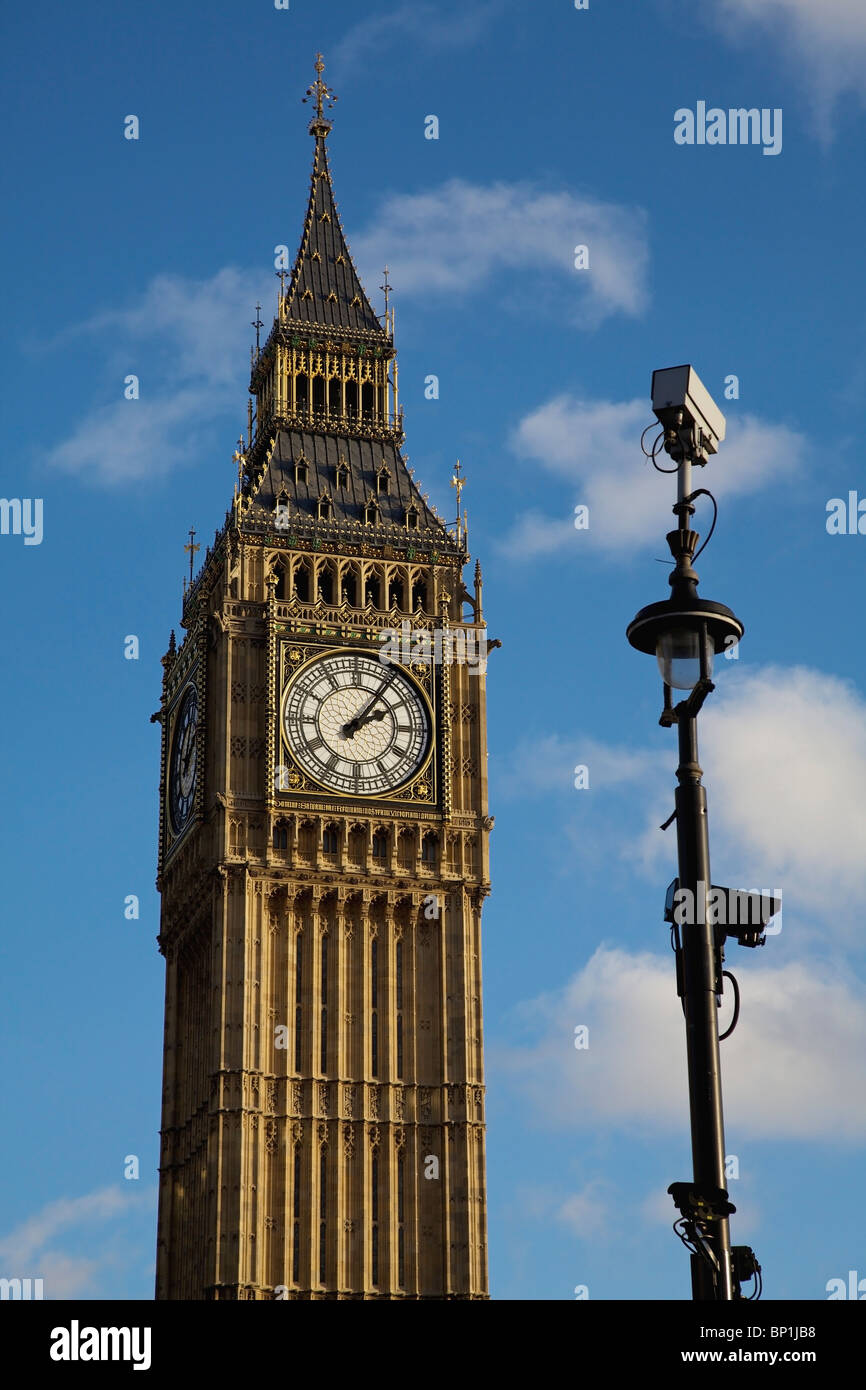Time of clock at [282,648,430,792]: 2:06
